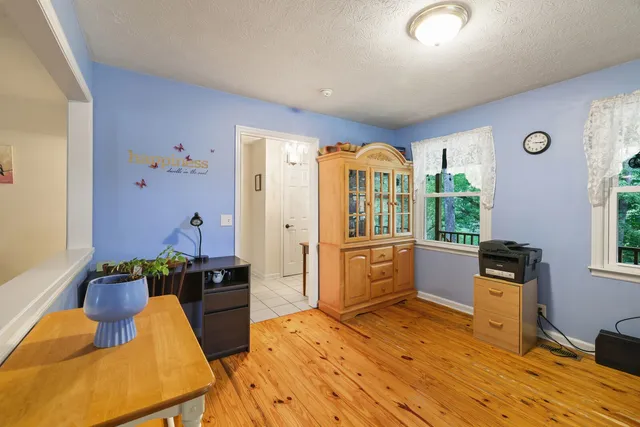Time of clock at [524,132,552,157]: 3:17
